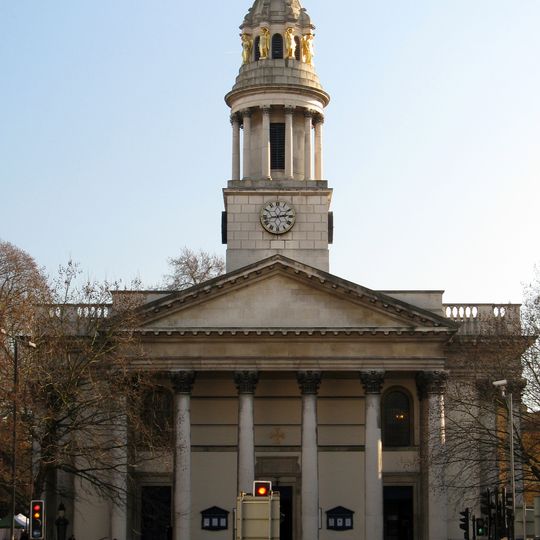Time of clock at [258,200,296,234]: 2:43
